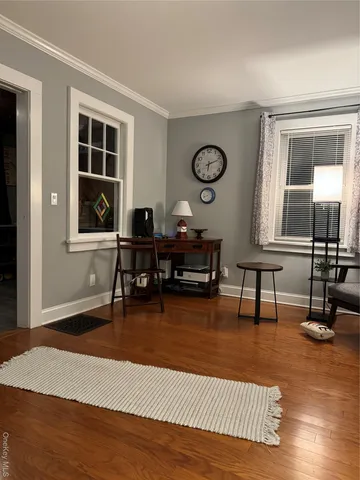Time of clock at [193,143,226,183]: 6:11
